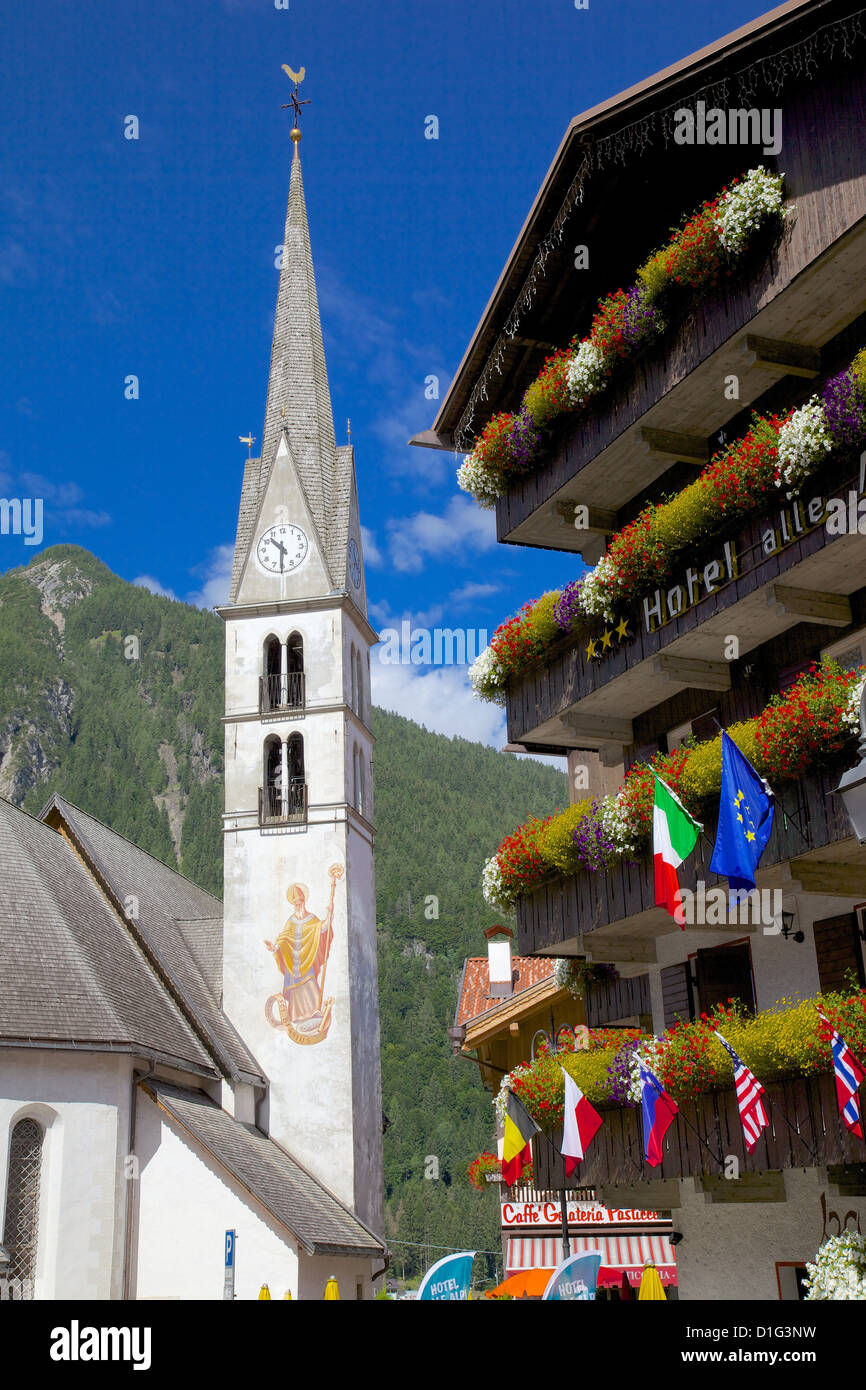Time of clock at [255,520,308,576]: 10:30
